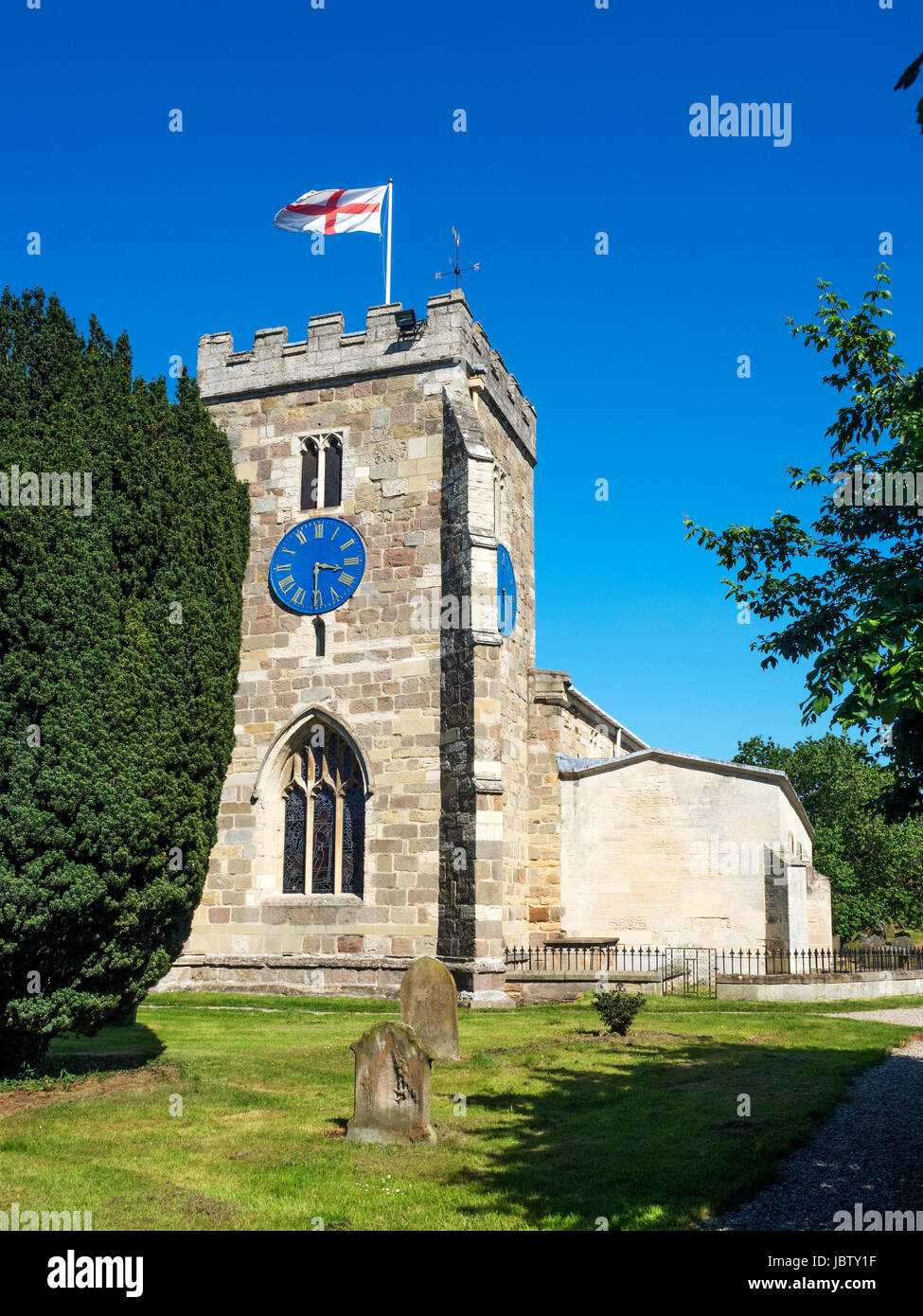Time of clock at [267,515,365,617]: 3:29
